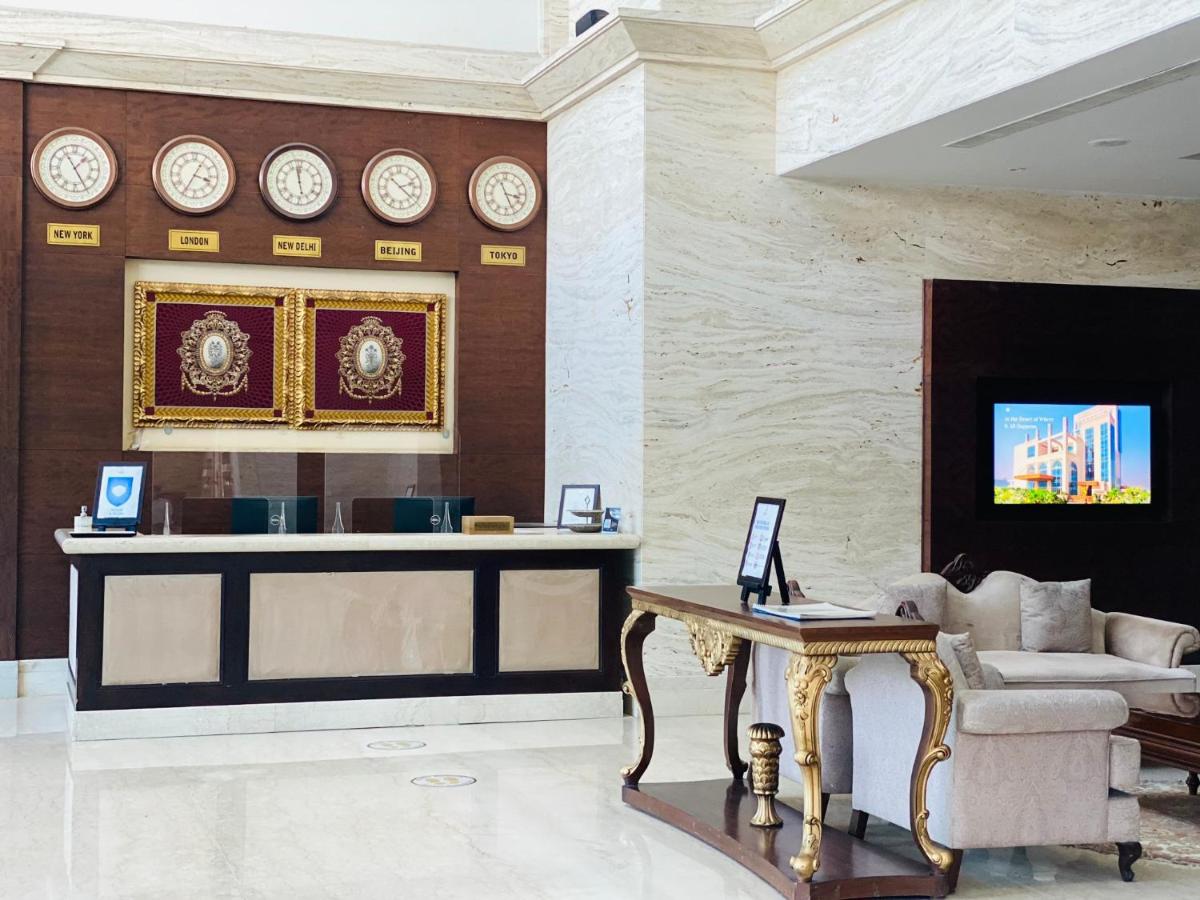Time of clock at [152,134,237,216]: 3:35
